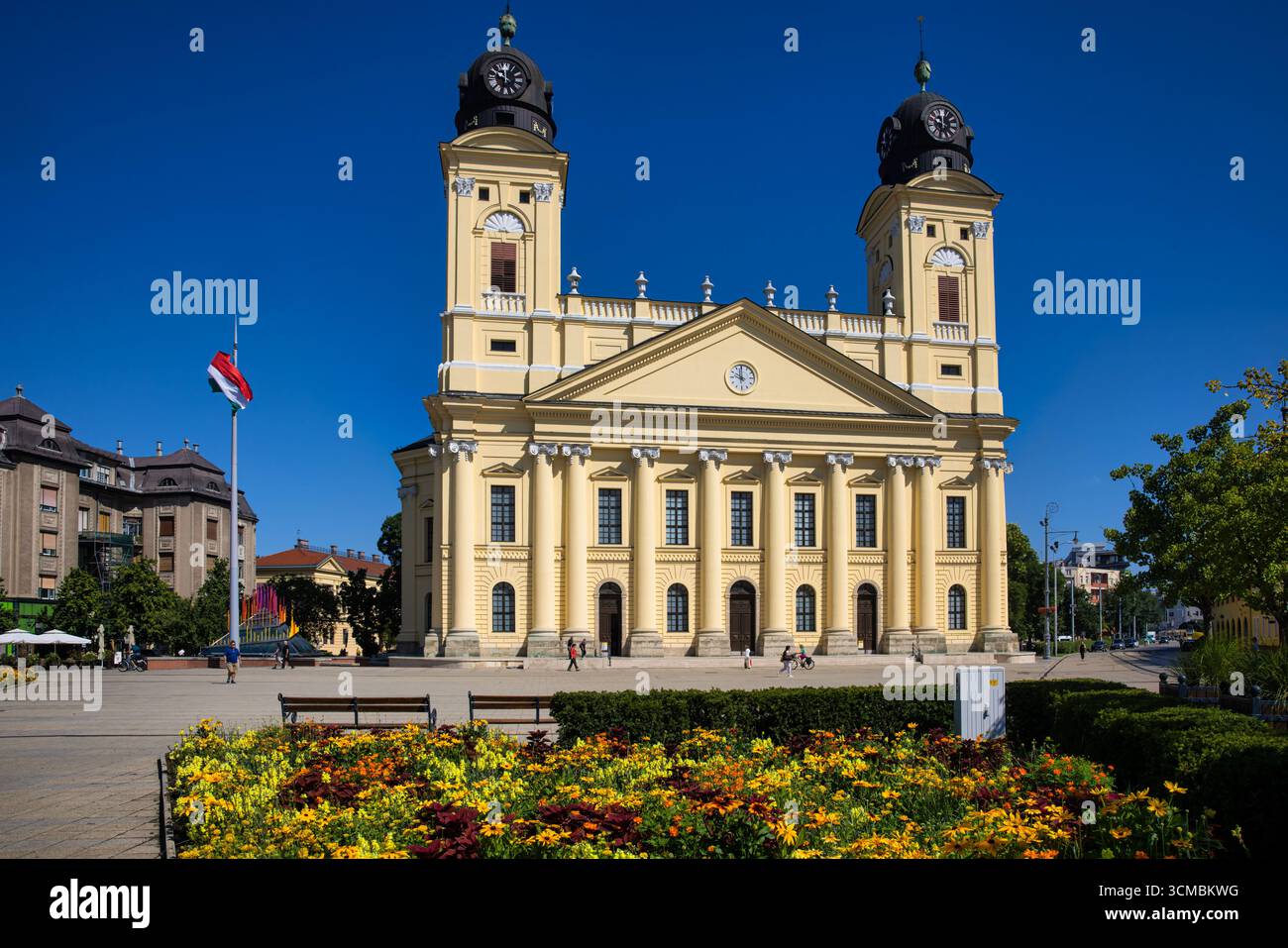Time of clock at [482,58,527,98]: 11:49
